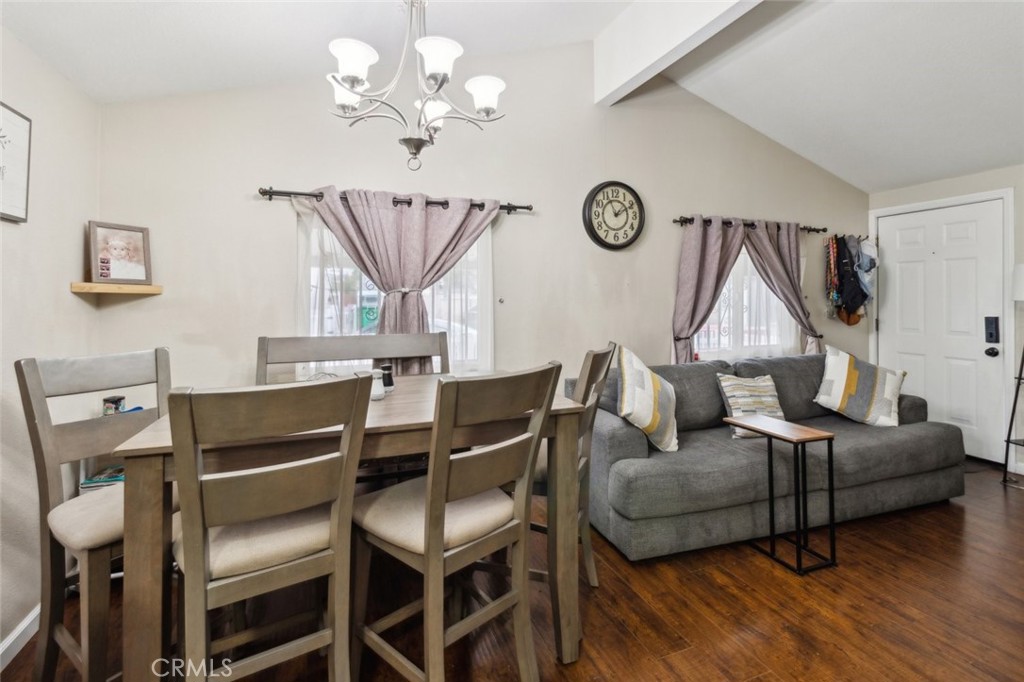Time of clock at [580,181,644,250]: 1:56
